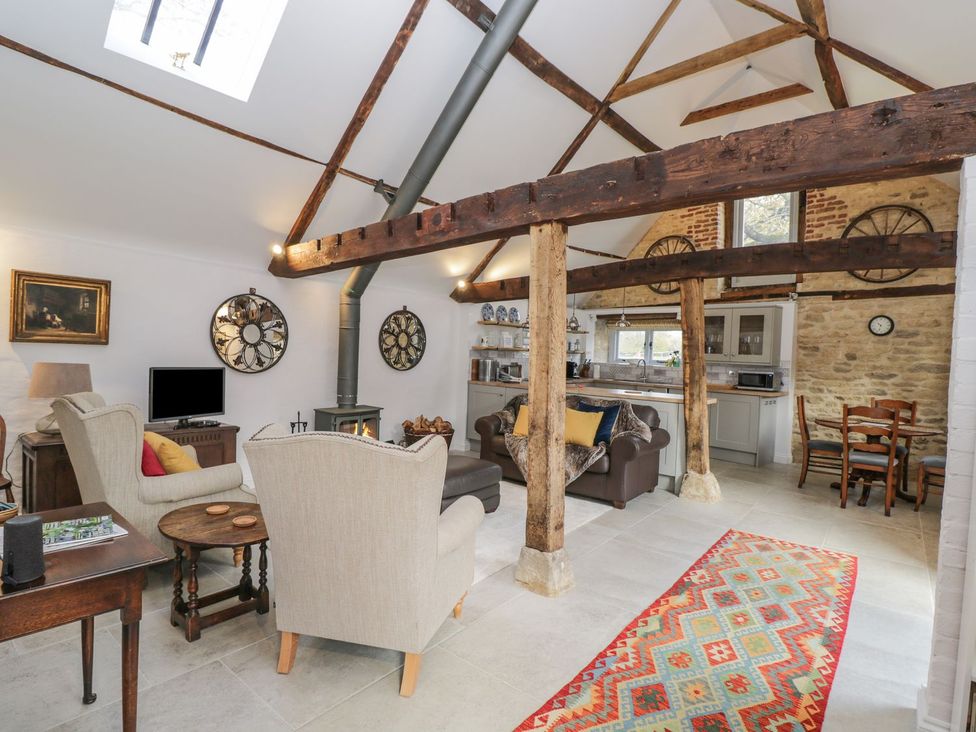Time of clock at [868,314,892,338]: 10:33
